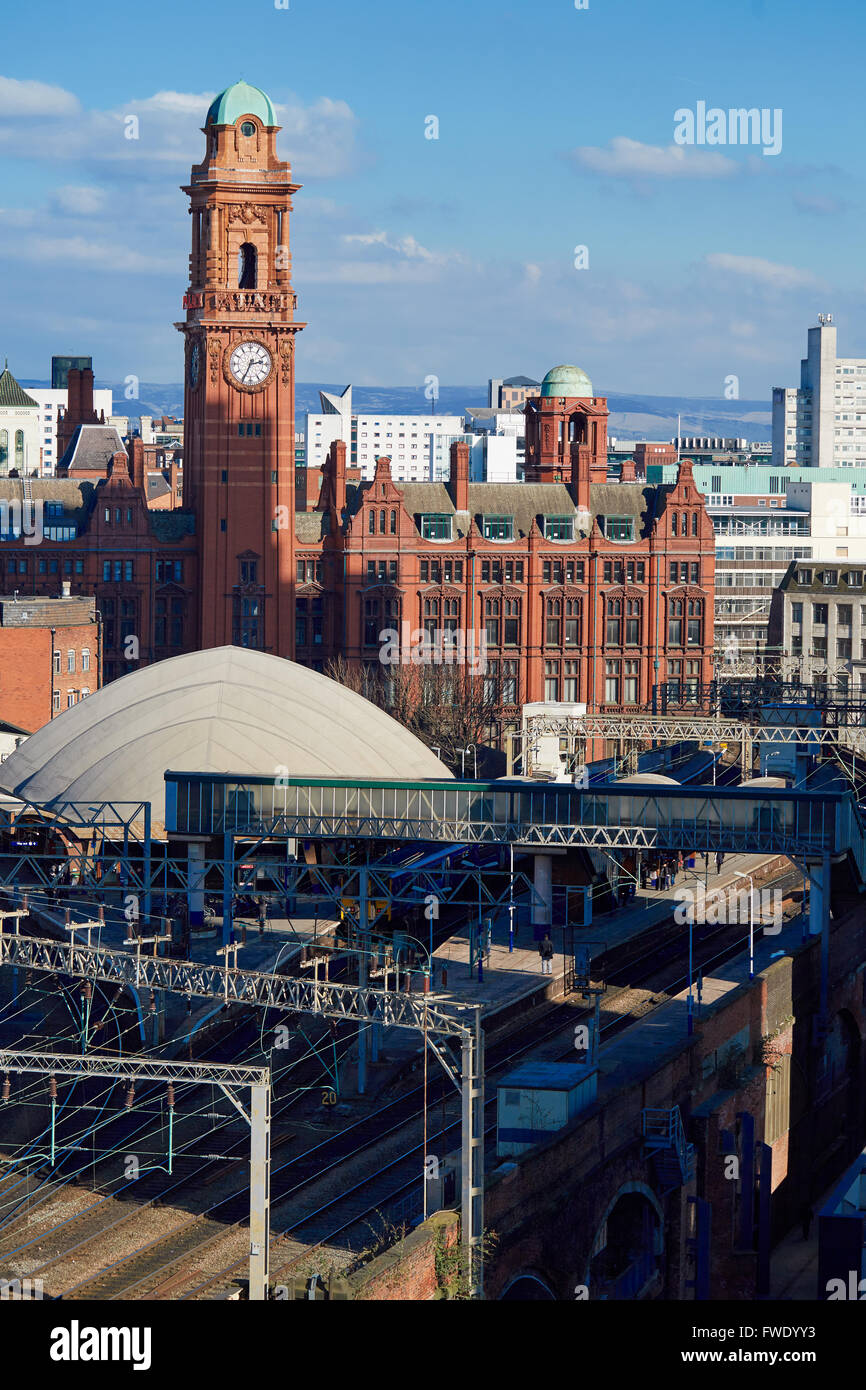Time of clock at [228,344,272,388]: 2:34
